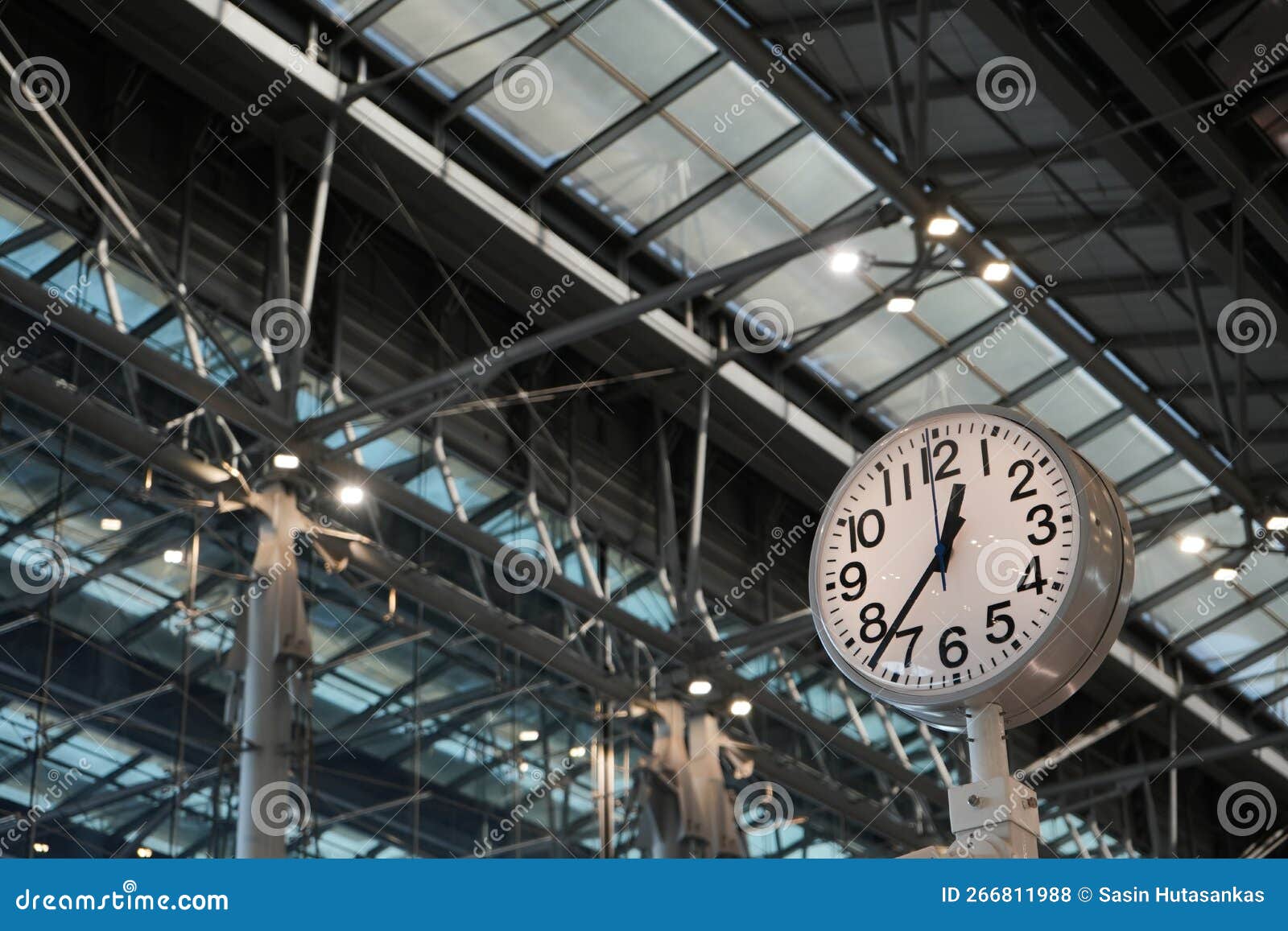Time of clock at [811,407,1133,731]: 12:37
